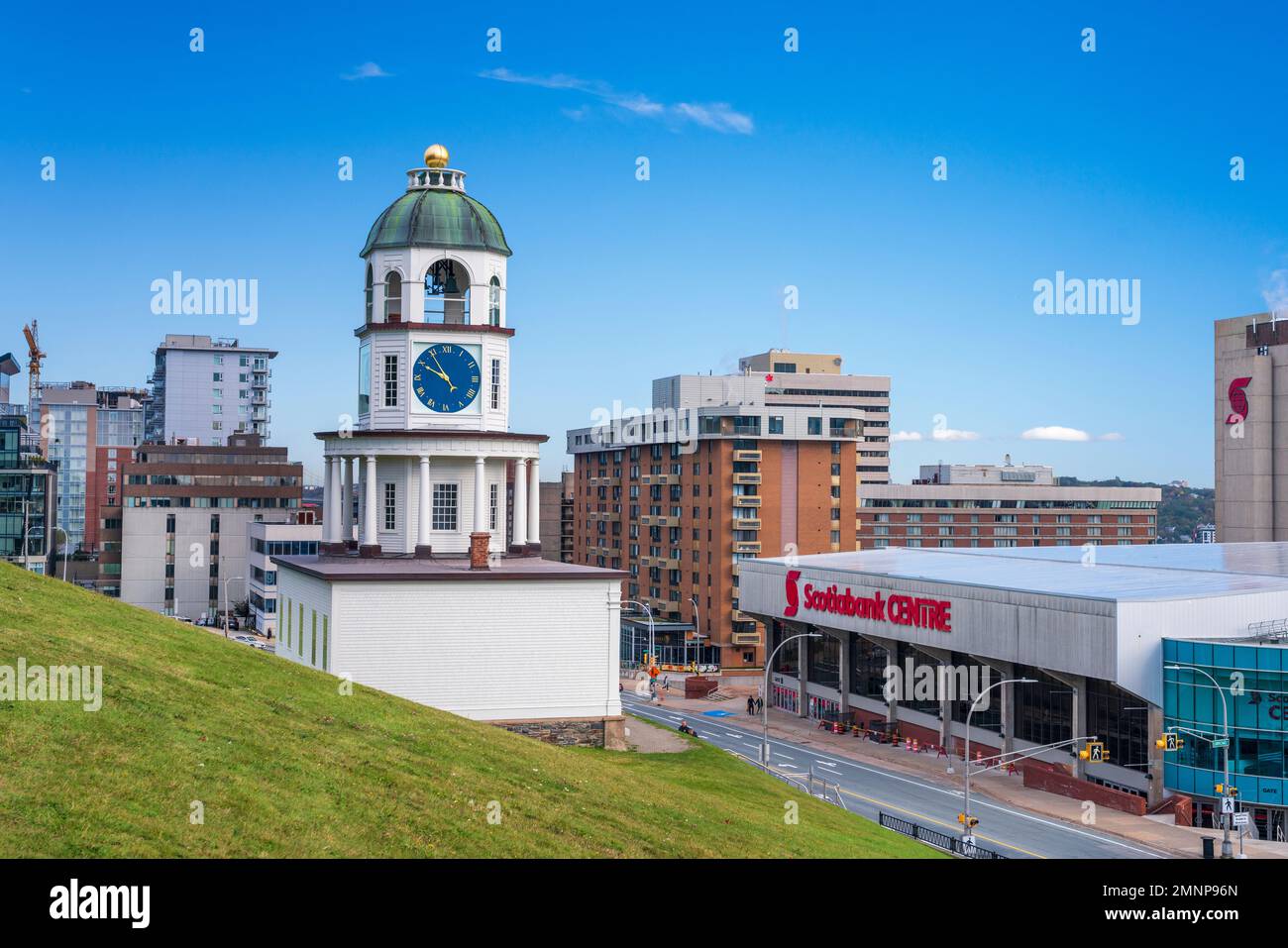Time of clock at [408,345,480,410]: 4:49
